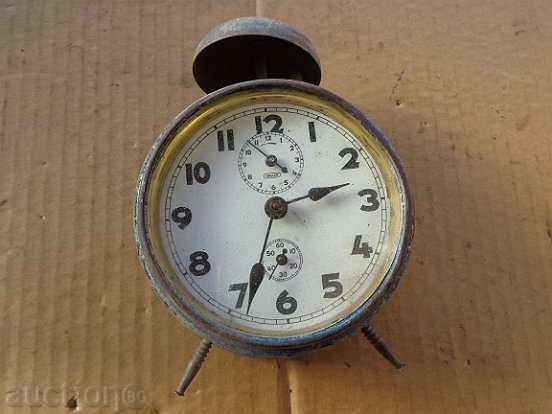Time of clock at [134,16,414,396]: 2:33
